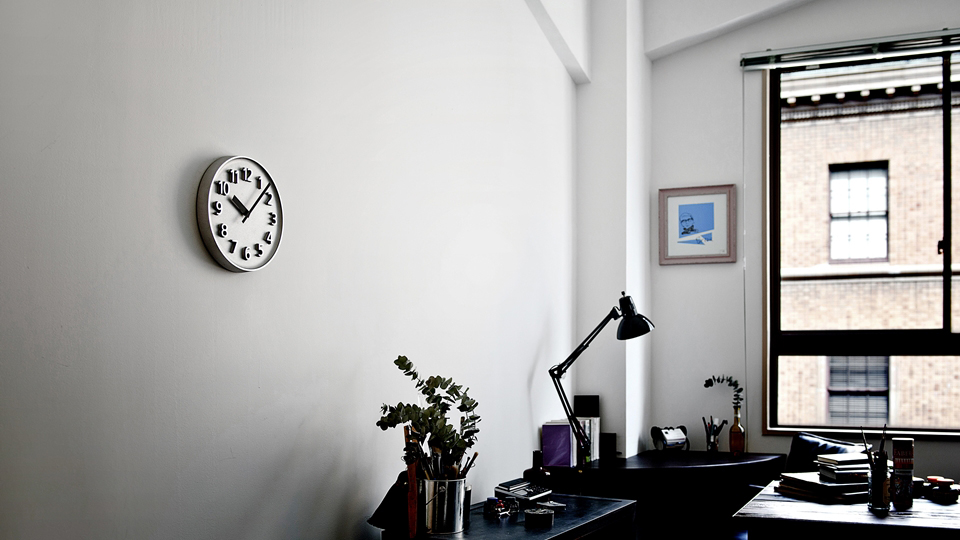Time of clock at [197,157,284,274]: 10:07
